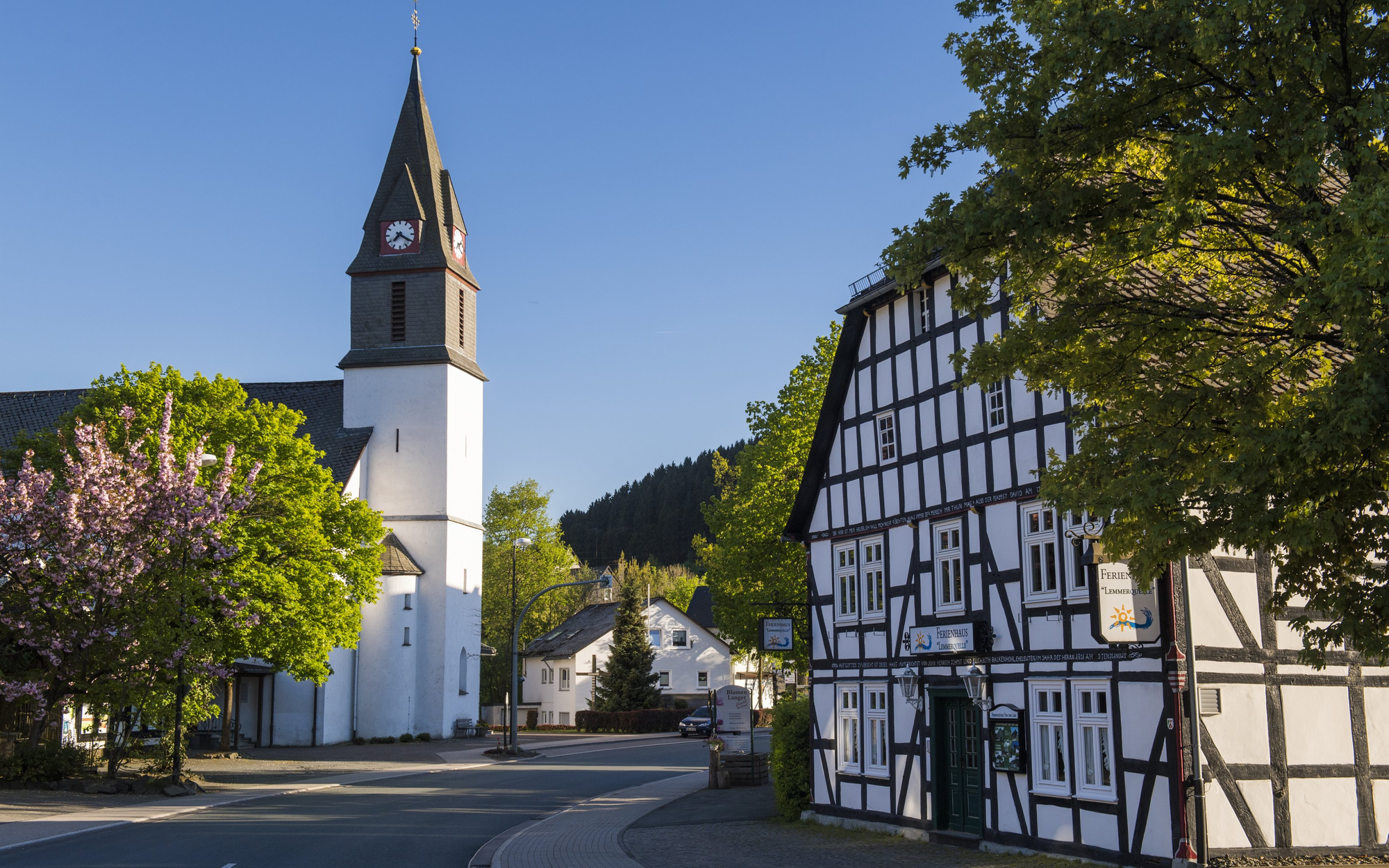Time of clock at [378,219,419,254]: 7:20
